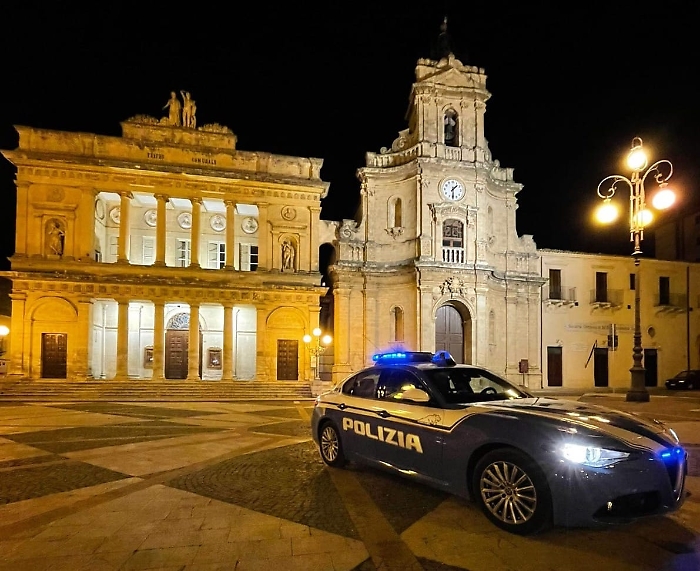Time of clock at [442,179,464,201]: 1:30
